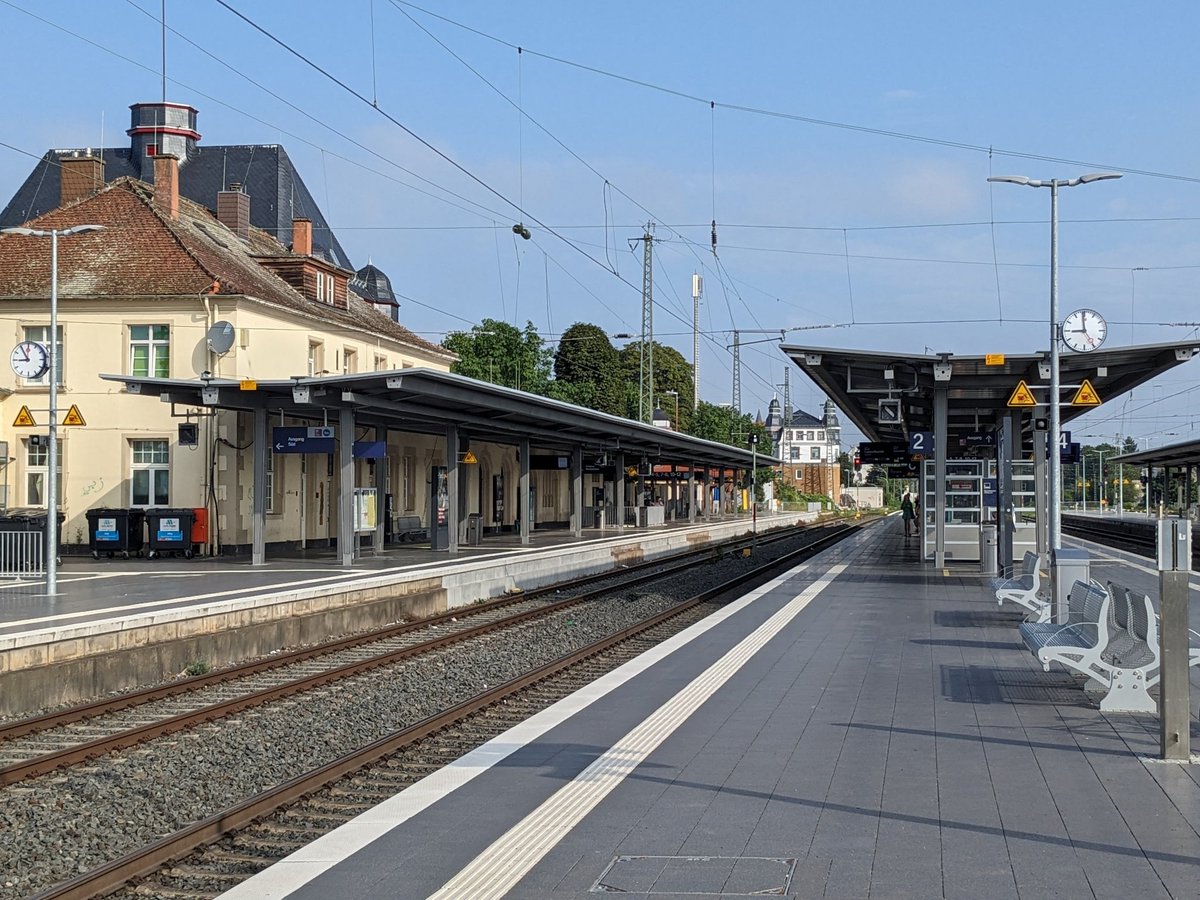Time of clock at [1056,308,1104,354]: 8:59
